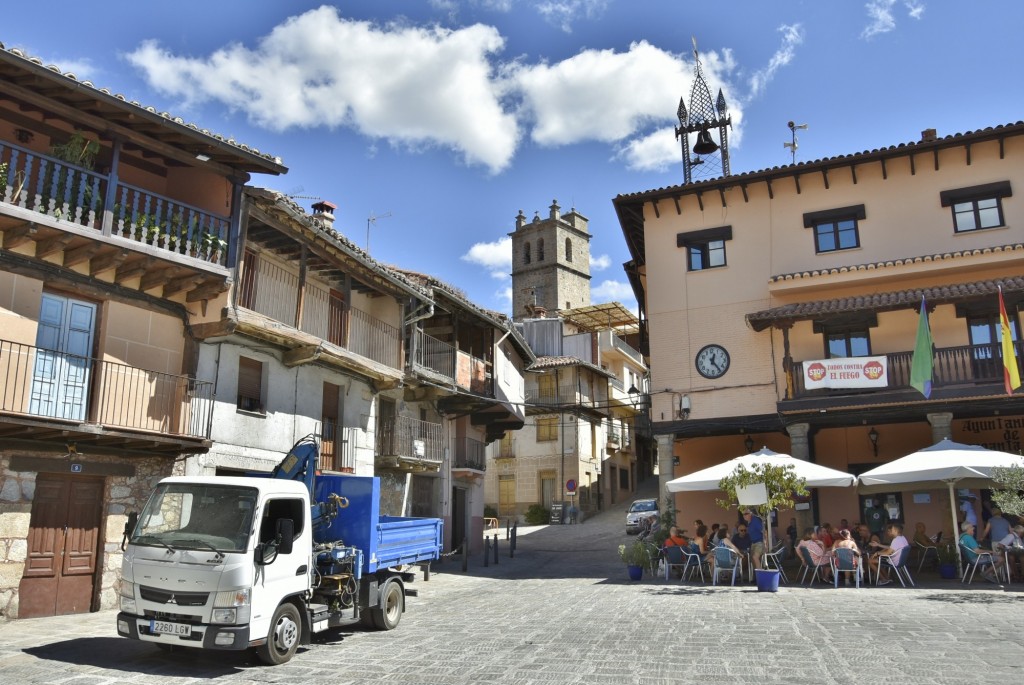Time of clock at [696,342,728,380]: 12:23
